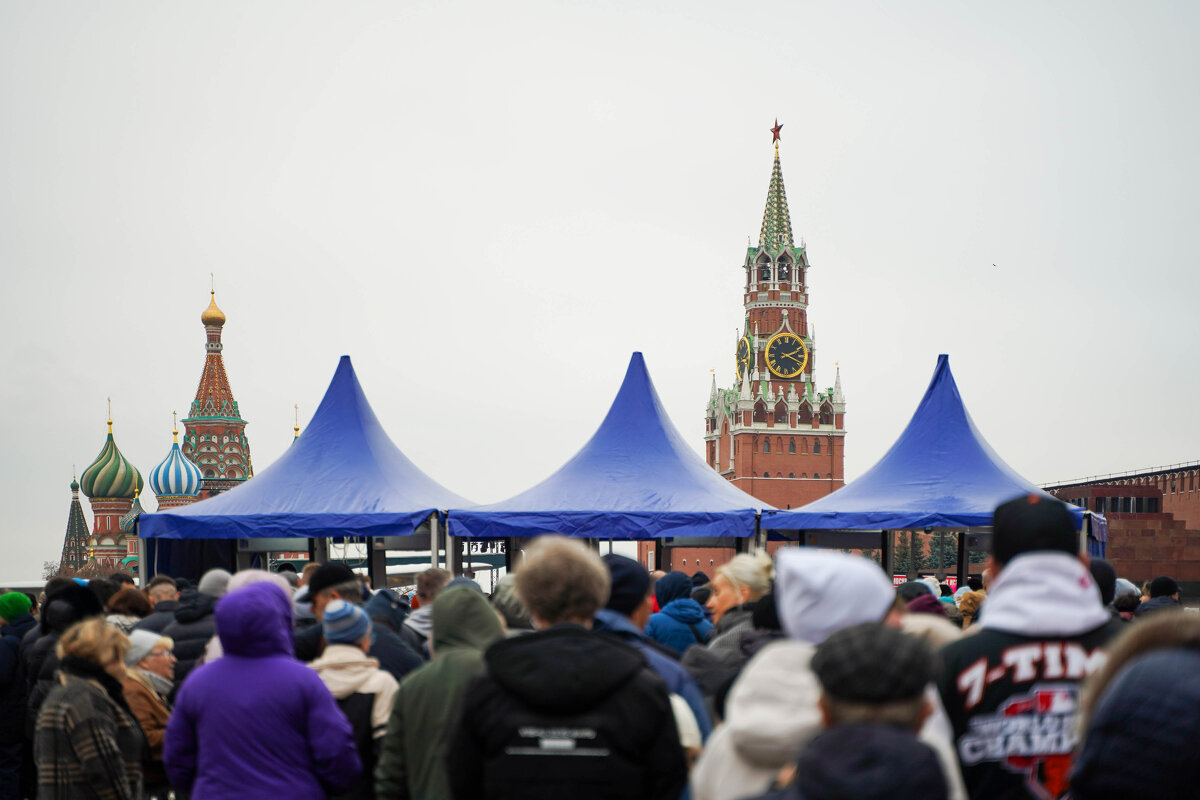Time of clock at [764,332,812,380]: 2:18
